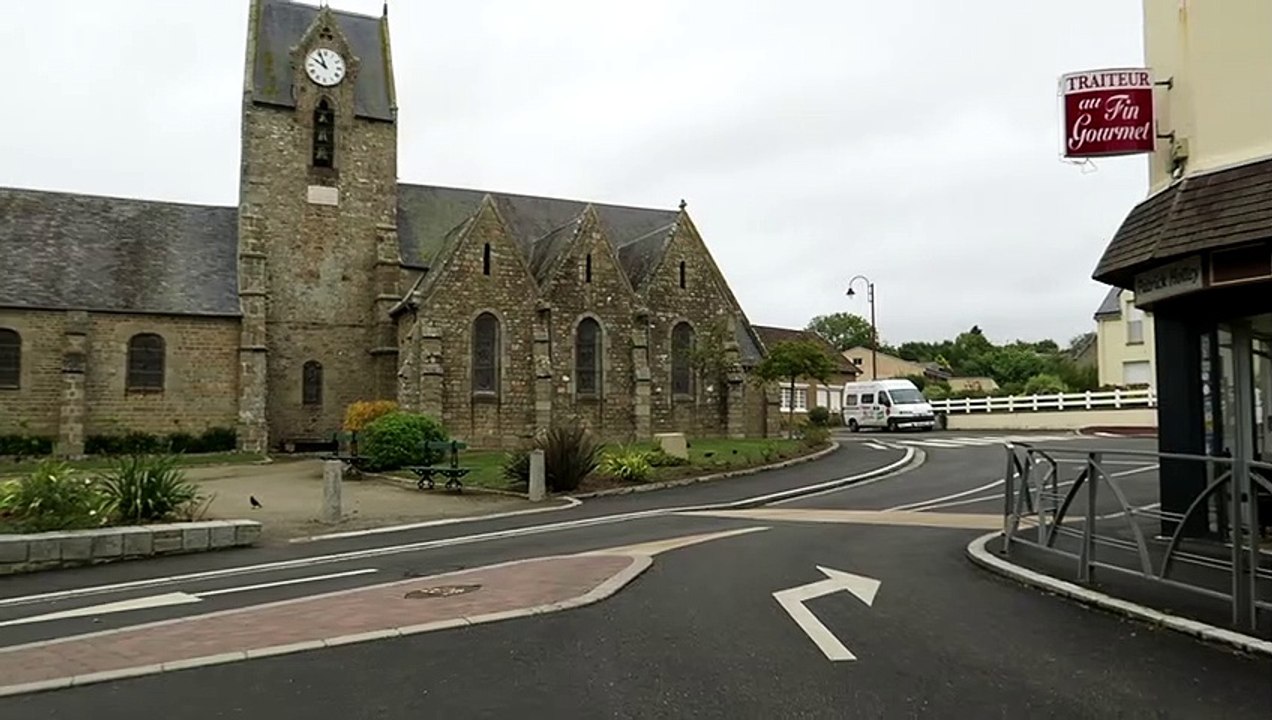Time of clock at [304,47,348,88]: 9:56
